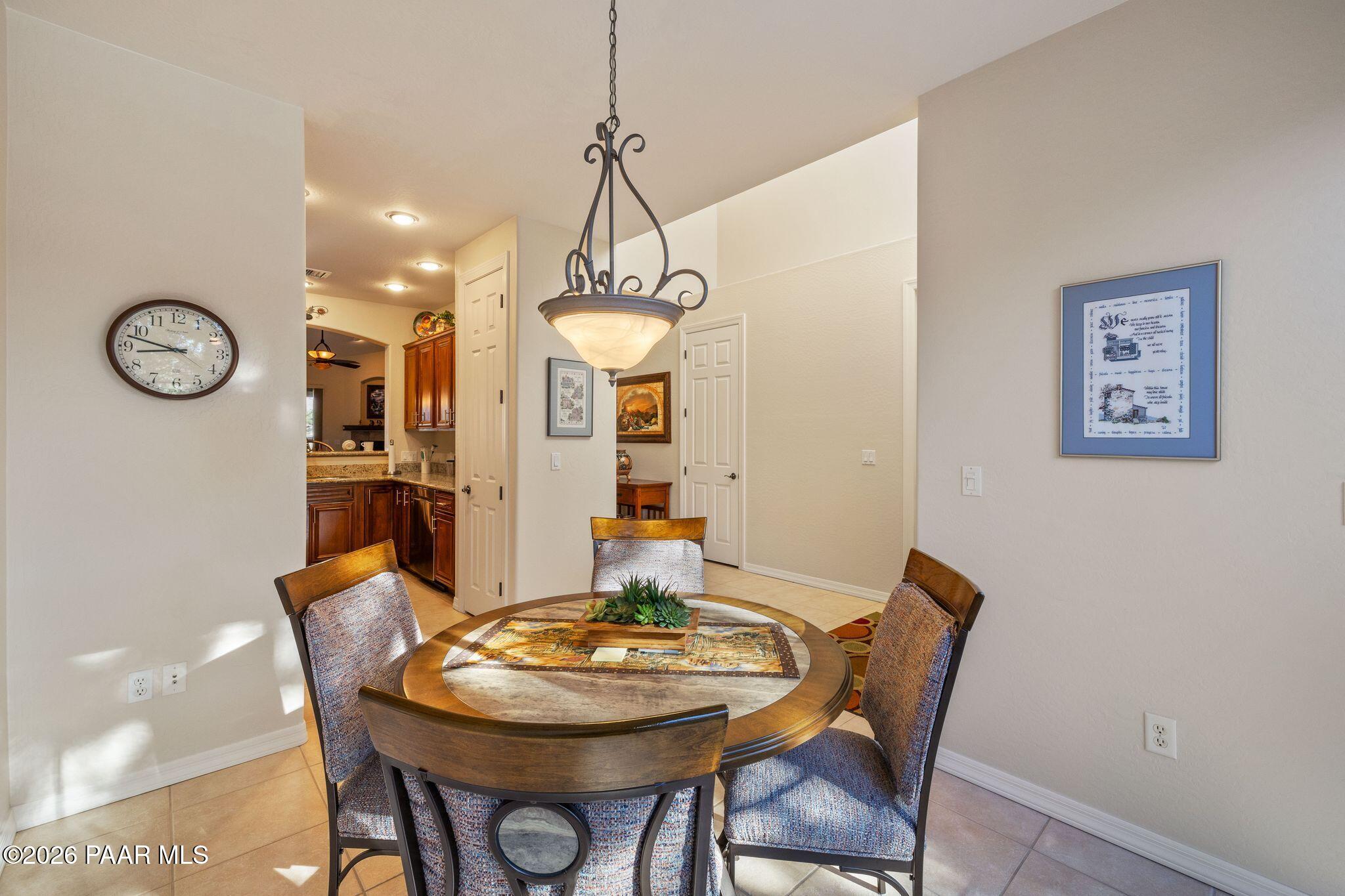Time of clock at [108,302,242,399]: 8:47
